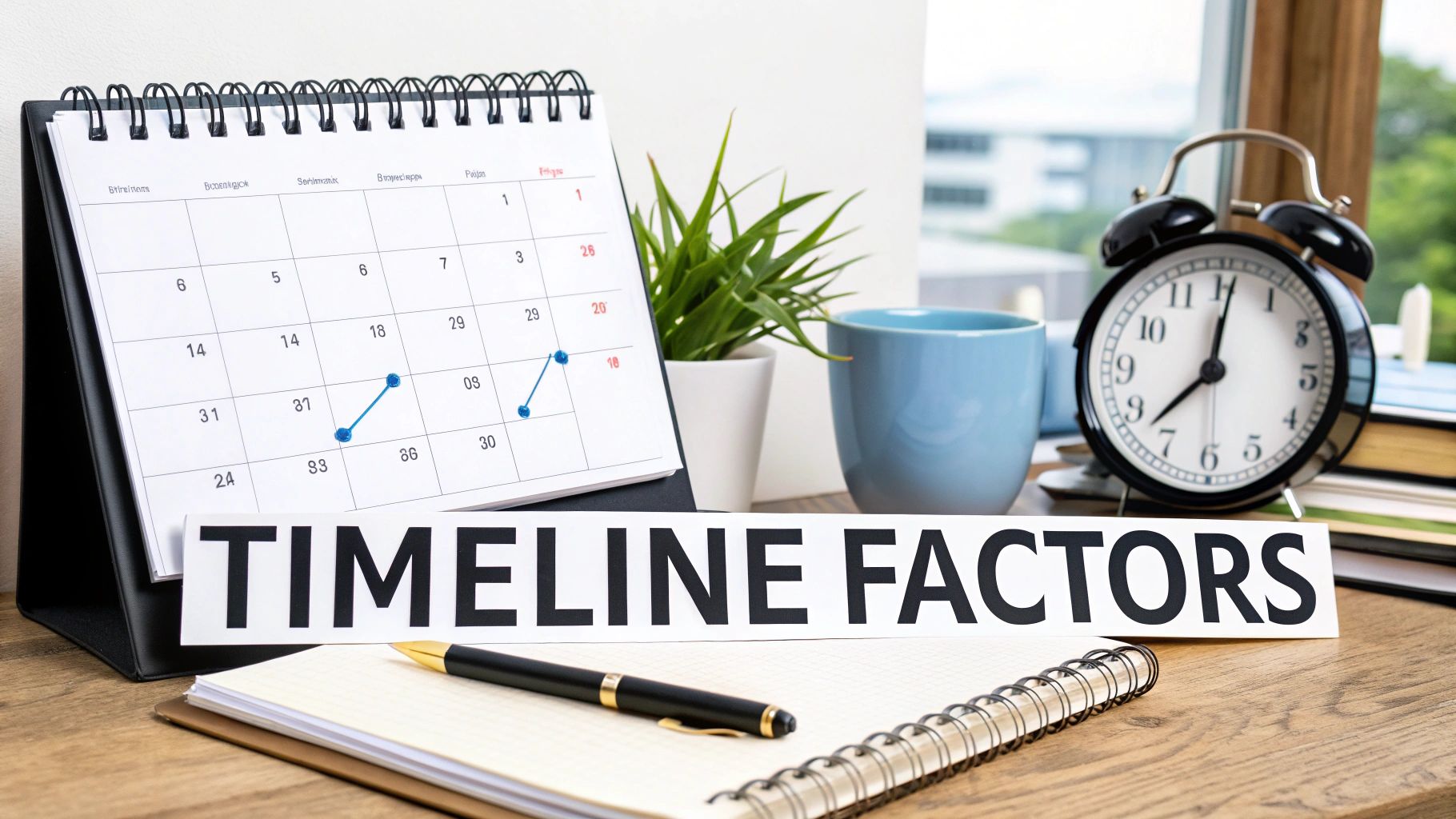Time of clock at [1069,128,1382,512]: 8:01
